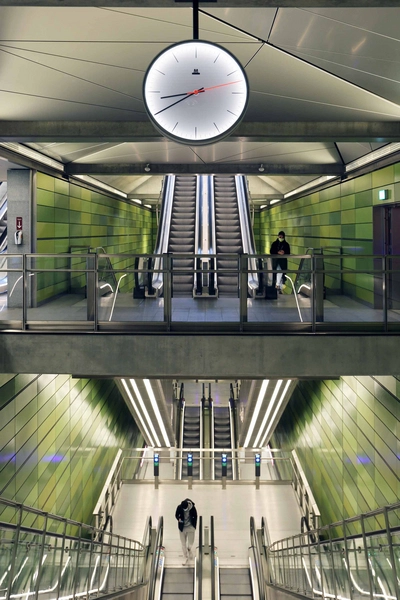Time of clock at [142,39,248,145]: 8:40
